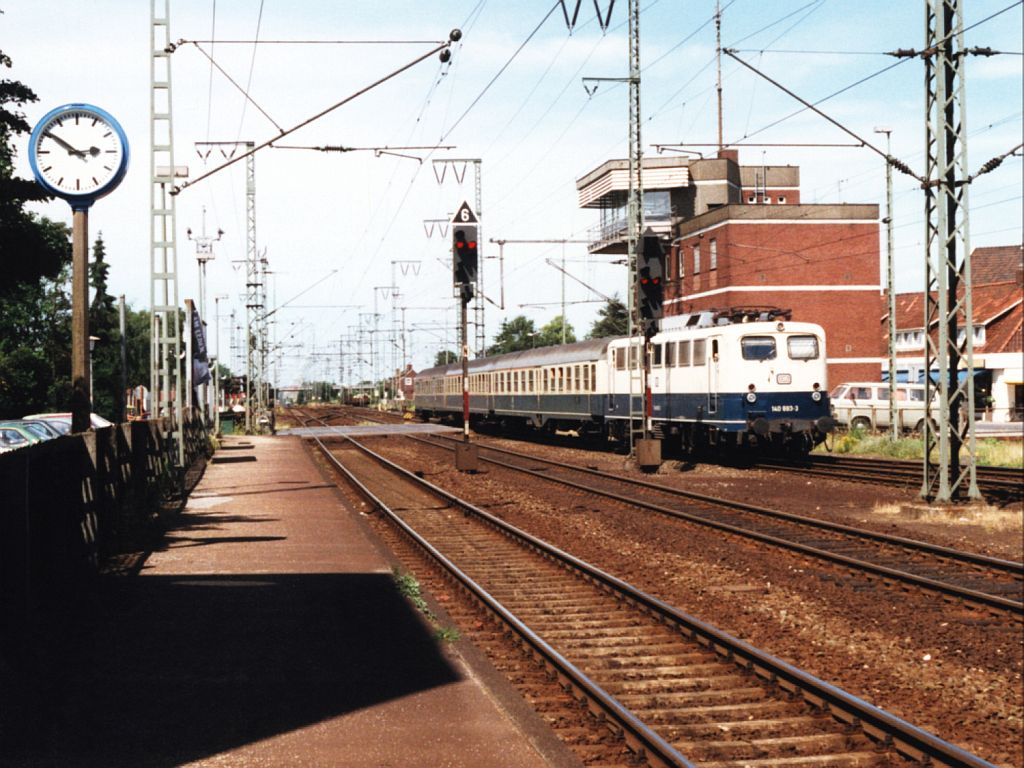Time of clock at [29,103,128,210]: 2:50
